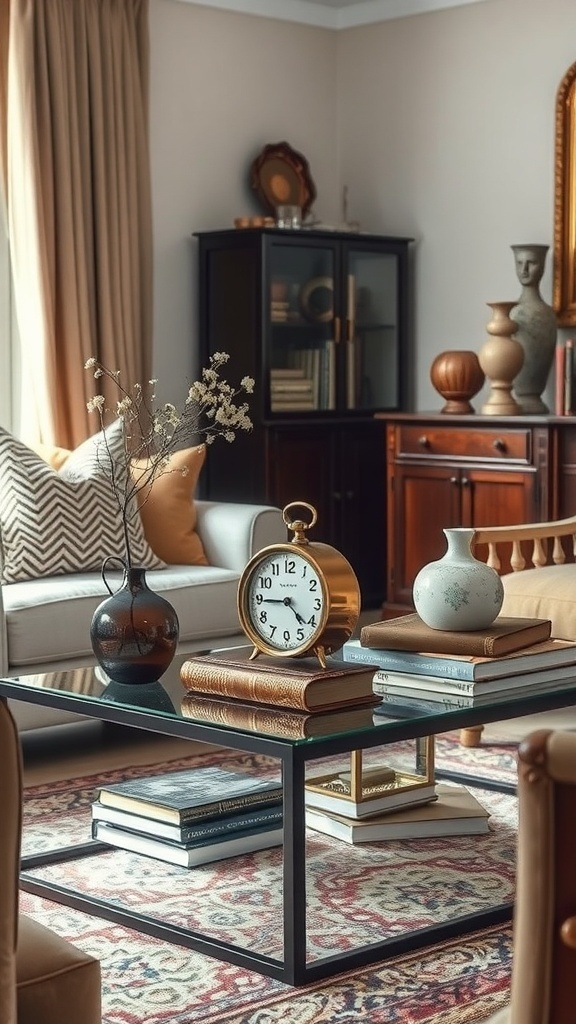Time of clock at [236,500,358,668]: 4:44
